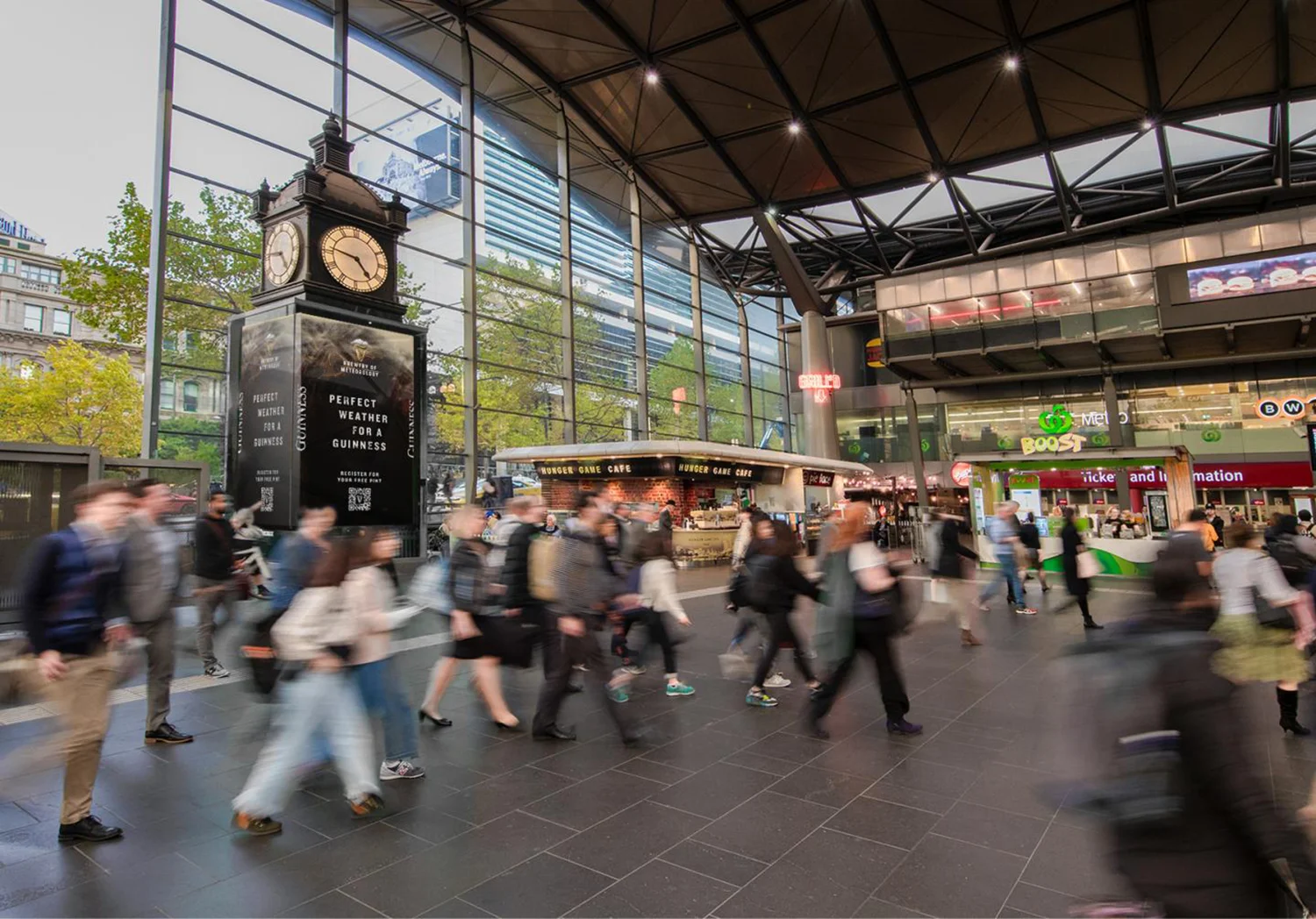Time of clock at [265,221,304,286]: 4:46
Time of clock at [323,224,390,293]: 4:46
